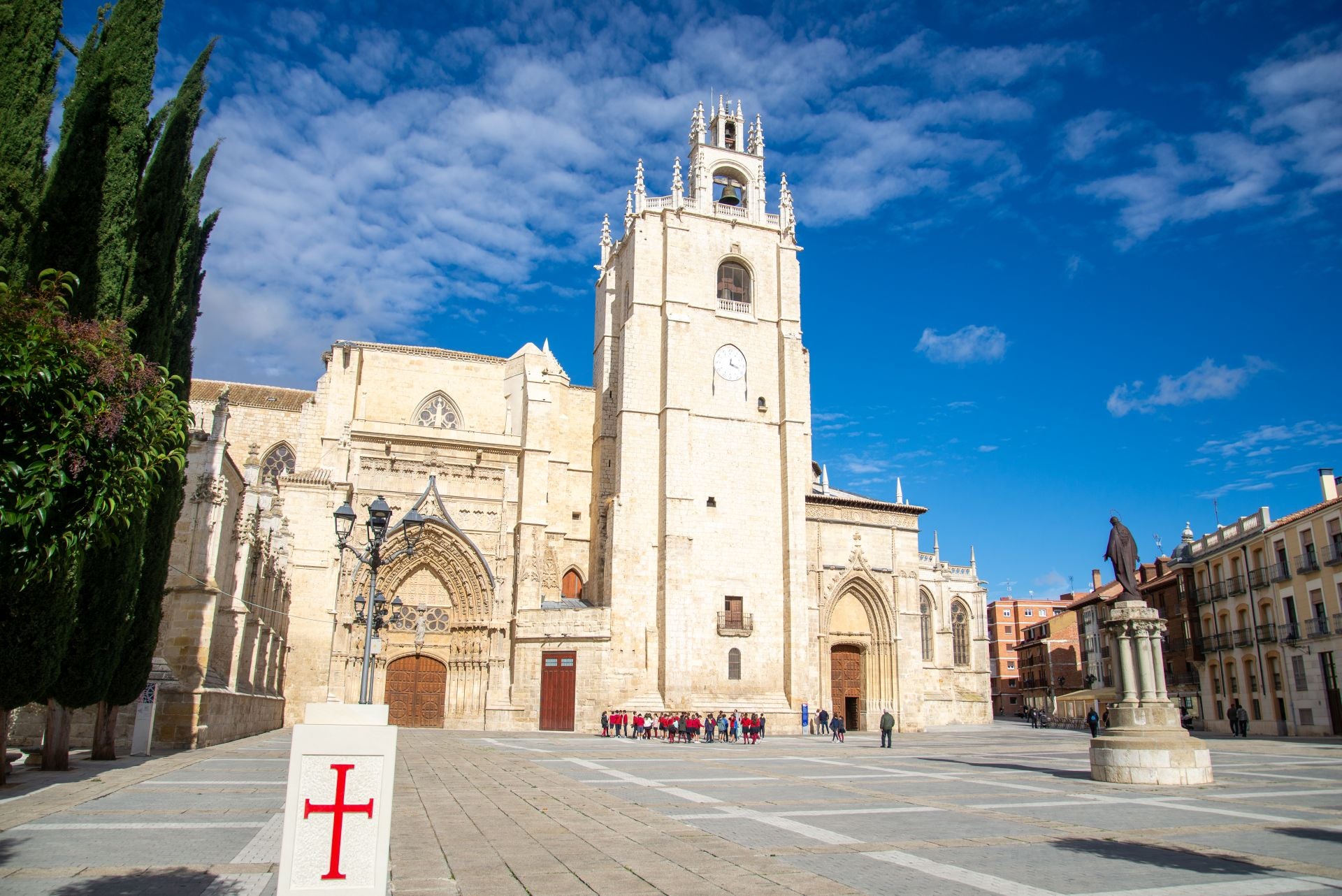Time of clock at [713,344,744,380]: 12:18
